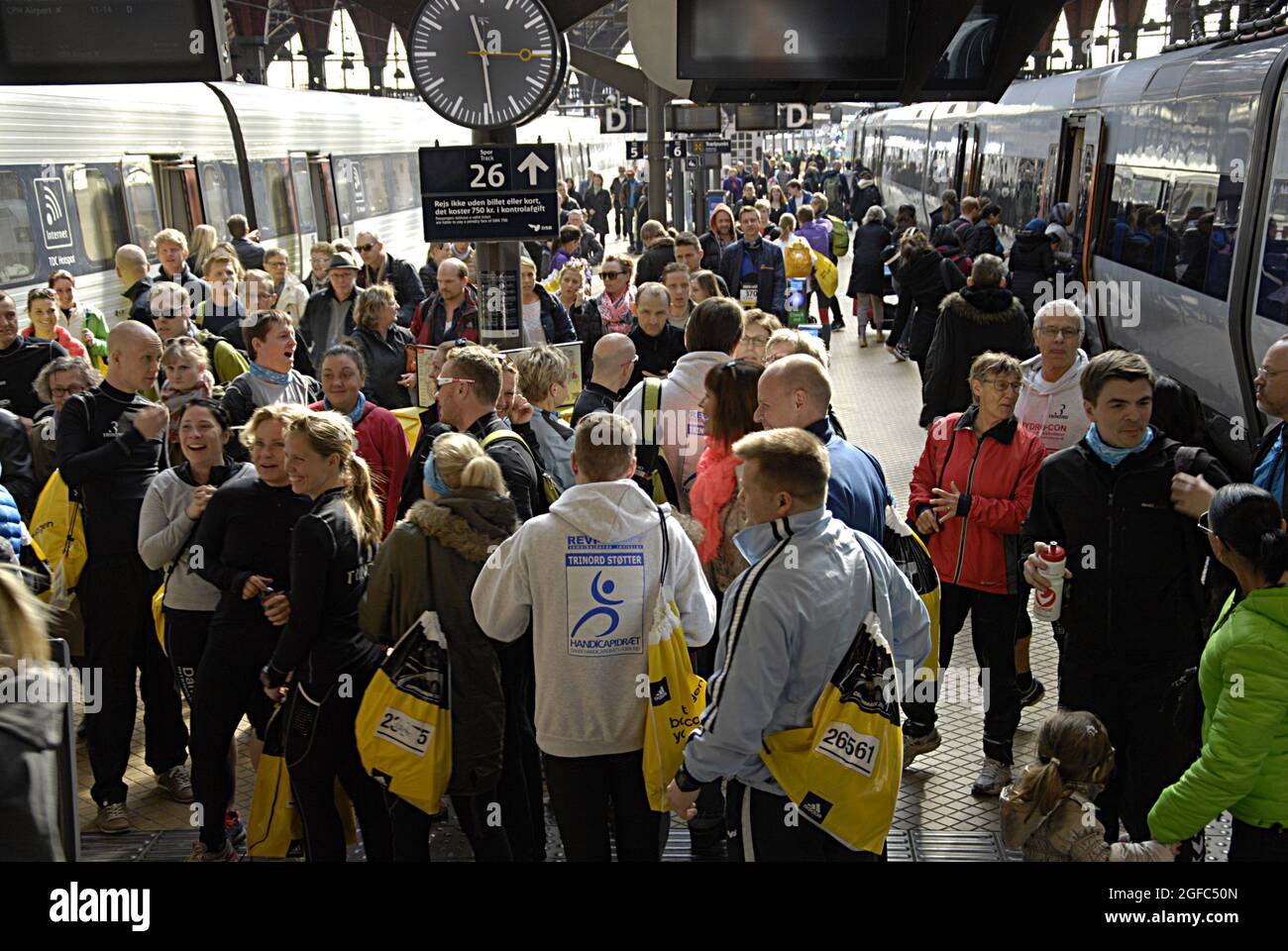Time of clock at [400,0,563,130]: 11:29
